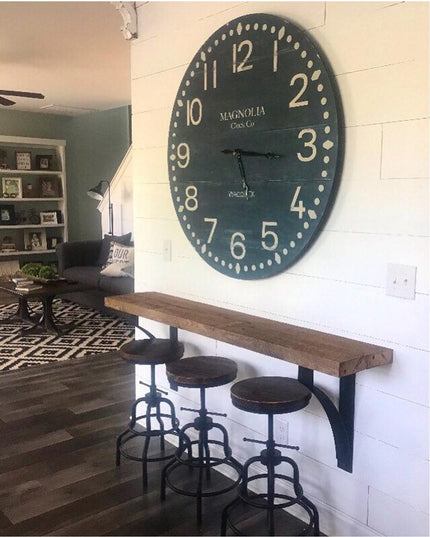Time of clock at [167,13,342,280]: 5:15
